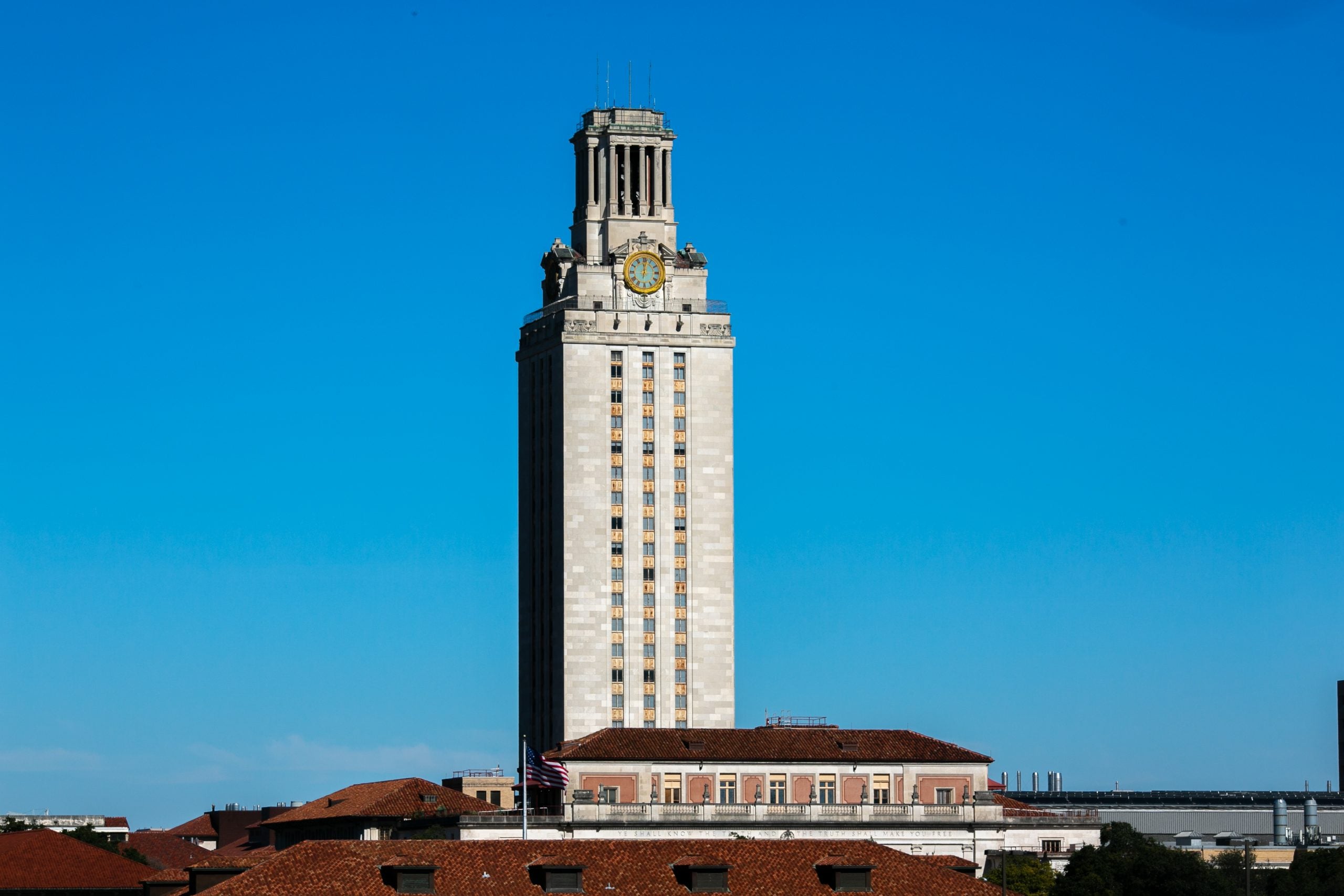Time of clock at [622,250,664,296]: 12:01
